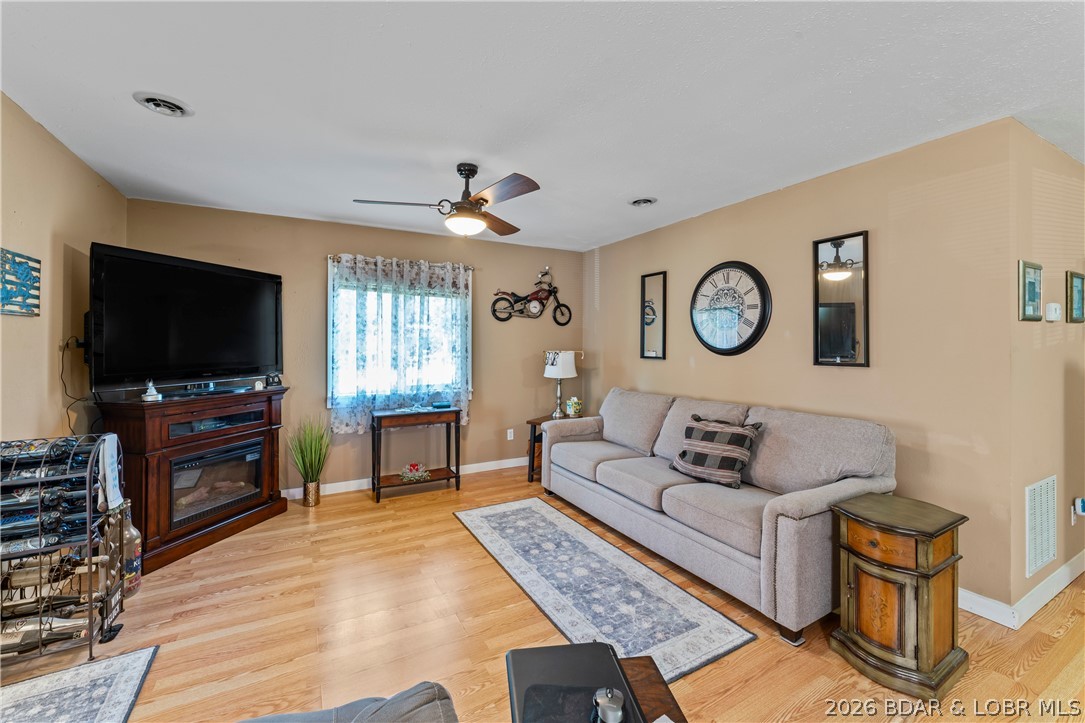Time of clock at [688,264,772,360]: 3:44
